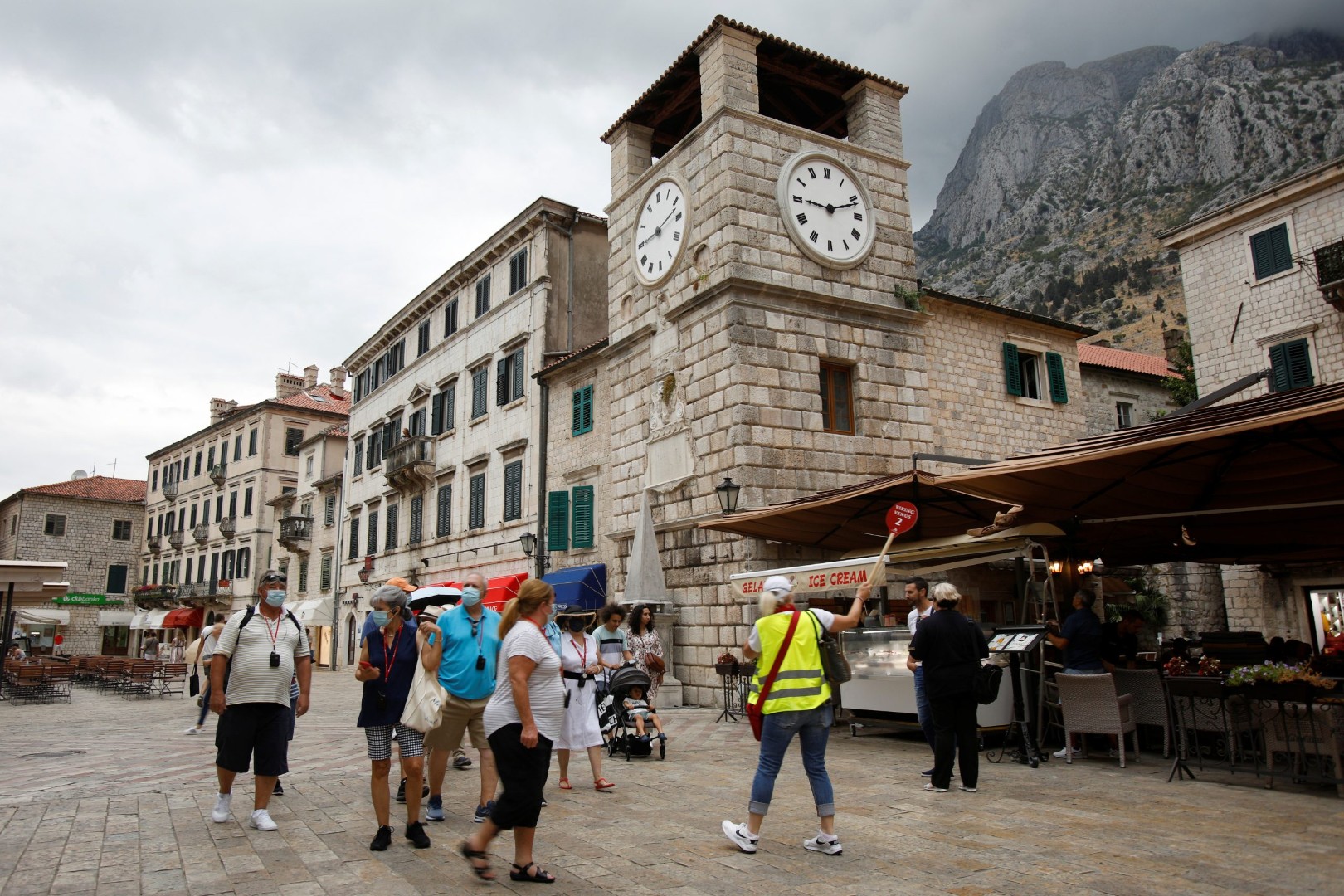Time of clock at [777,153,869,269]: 9:11
